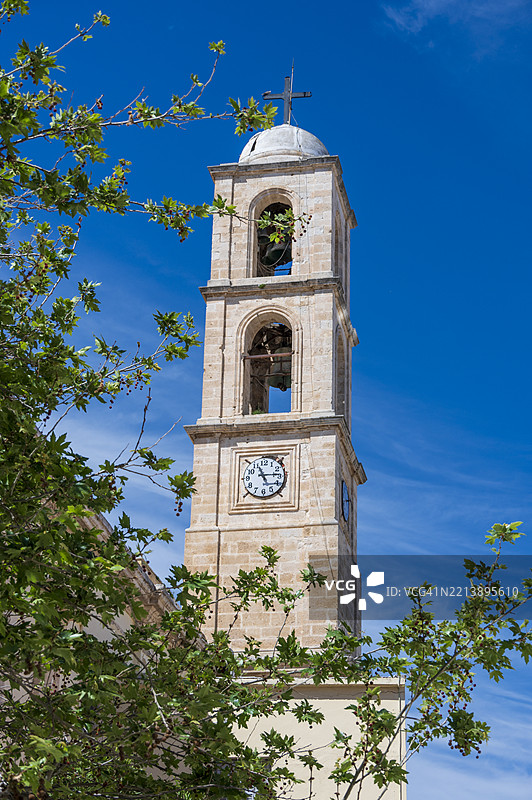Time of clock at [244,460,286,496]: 11:14
